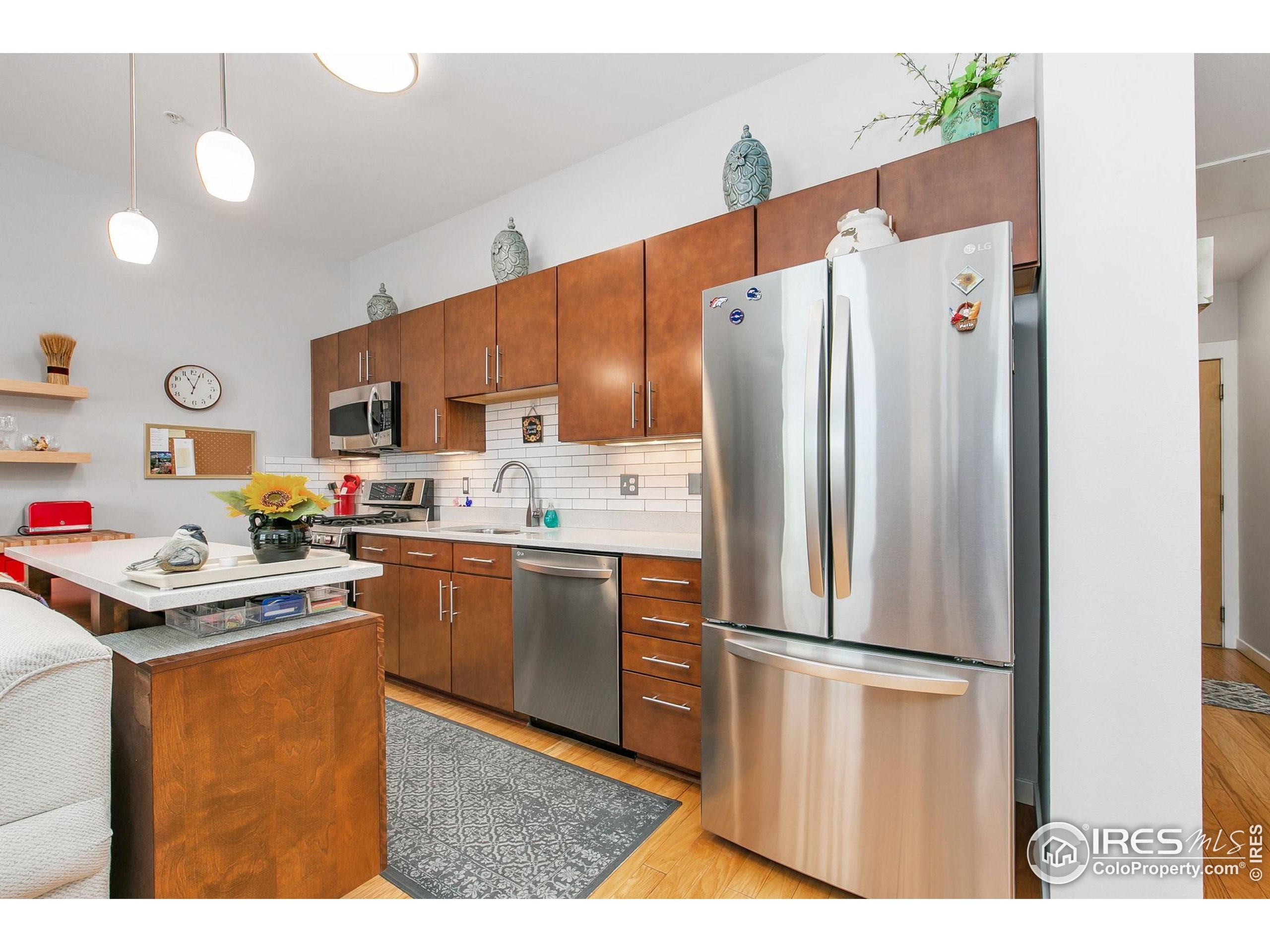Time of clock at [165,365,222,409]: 11:03
